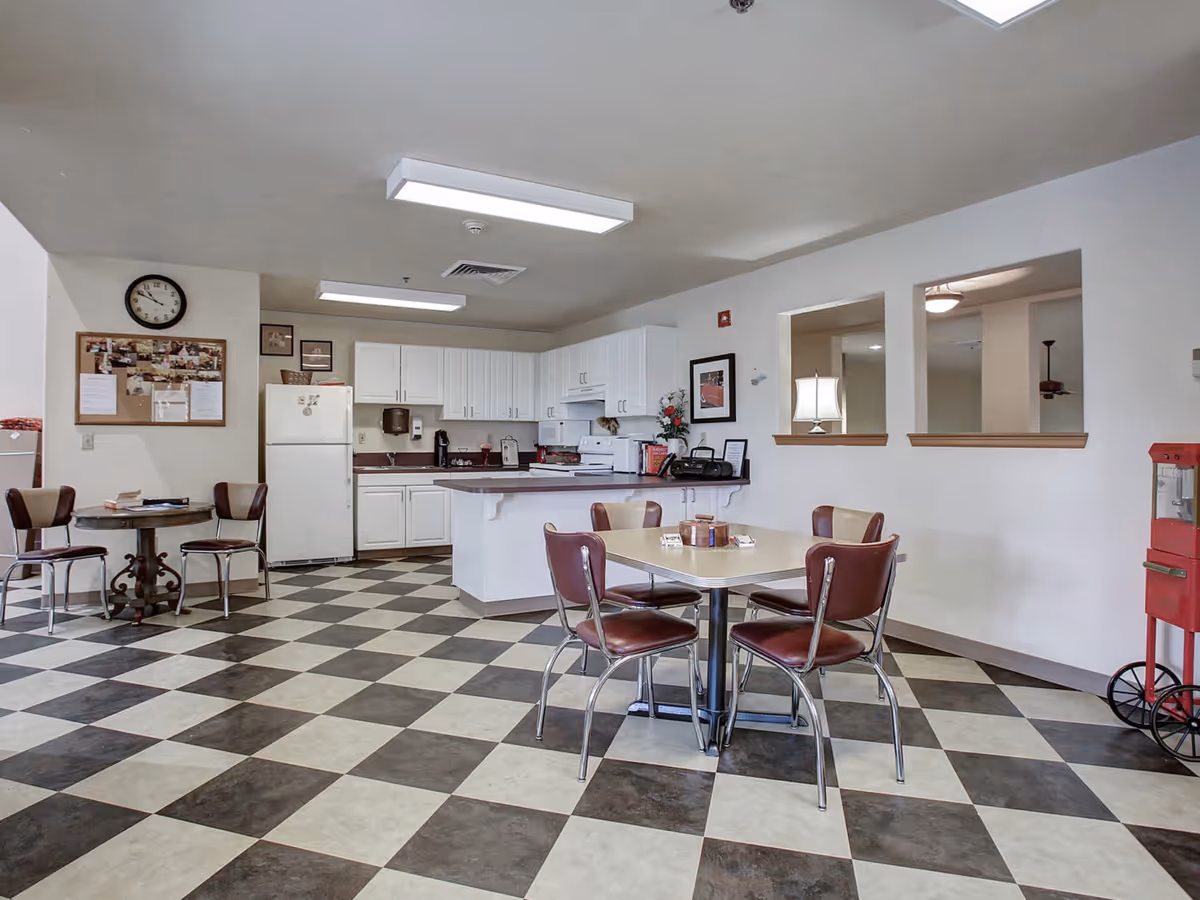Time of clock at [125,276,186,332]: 10:49
